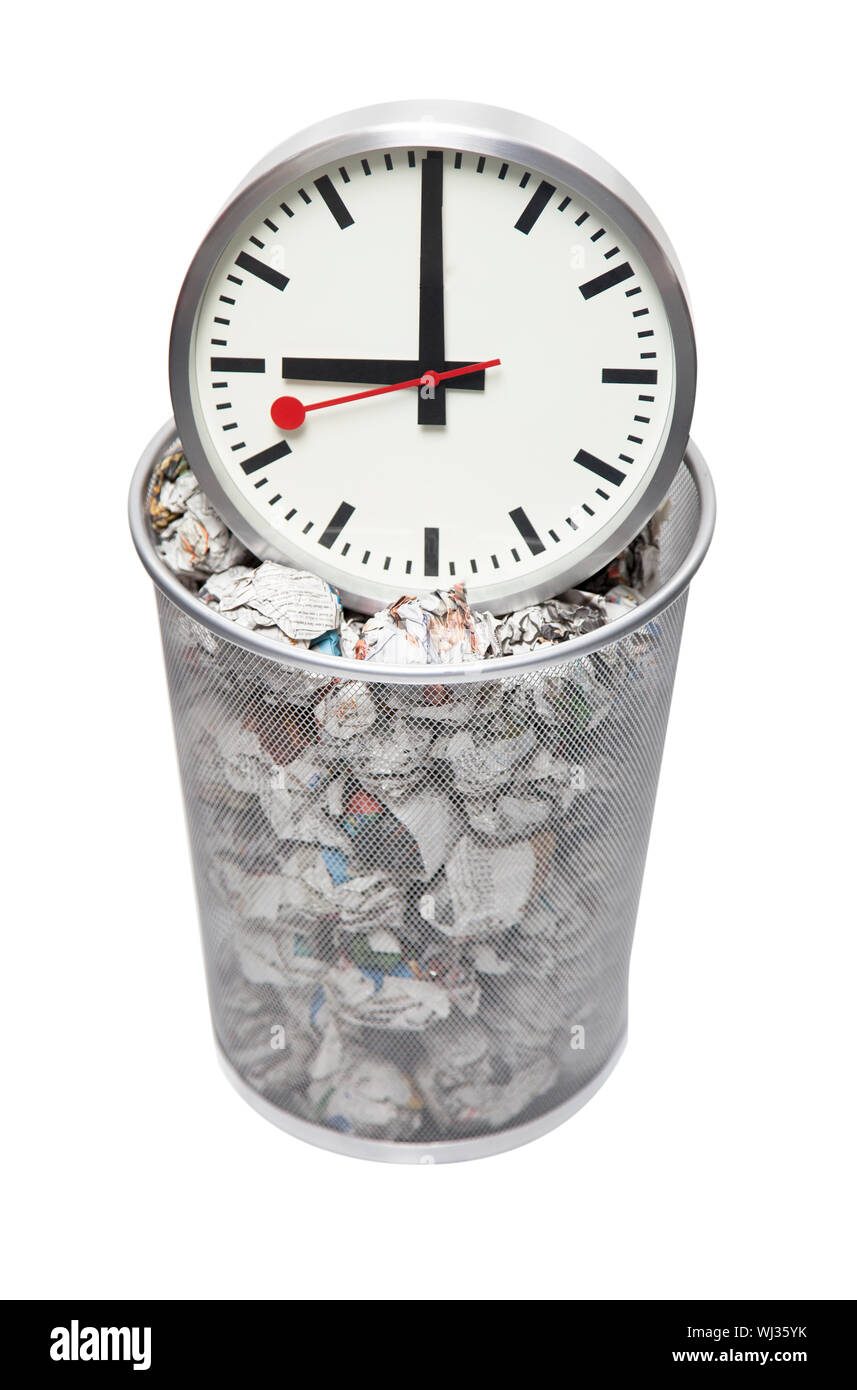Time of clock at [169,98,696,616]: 8:59
